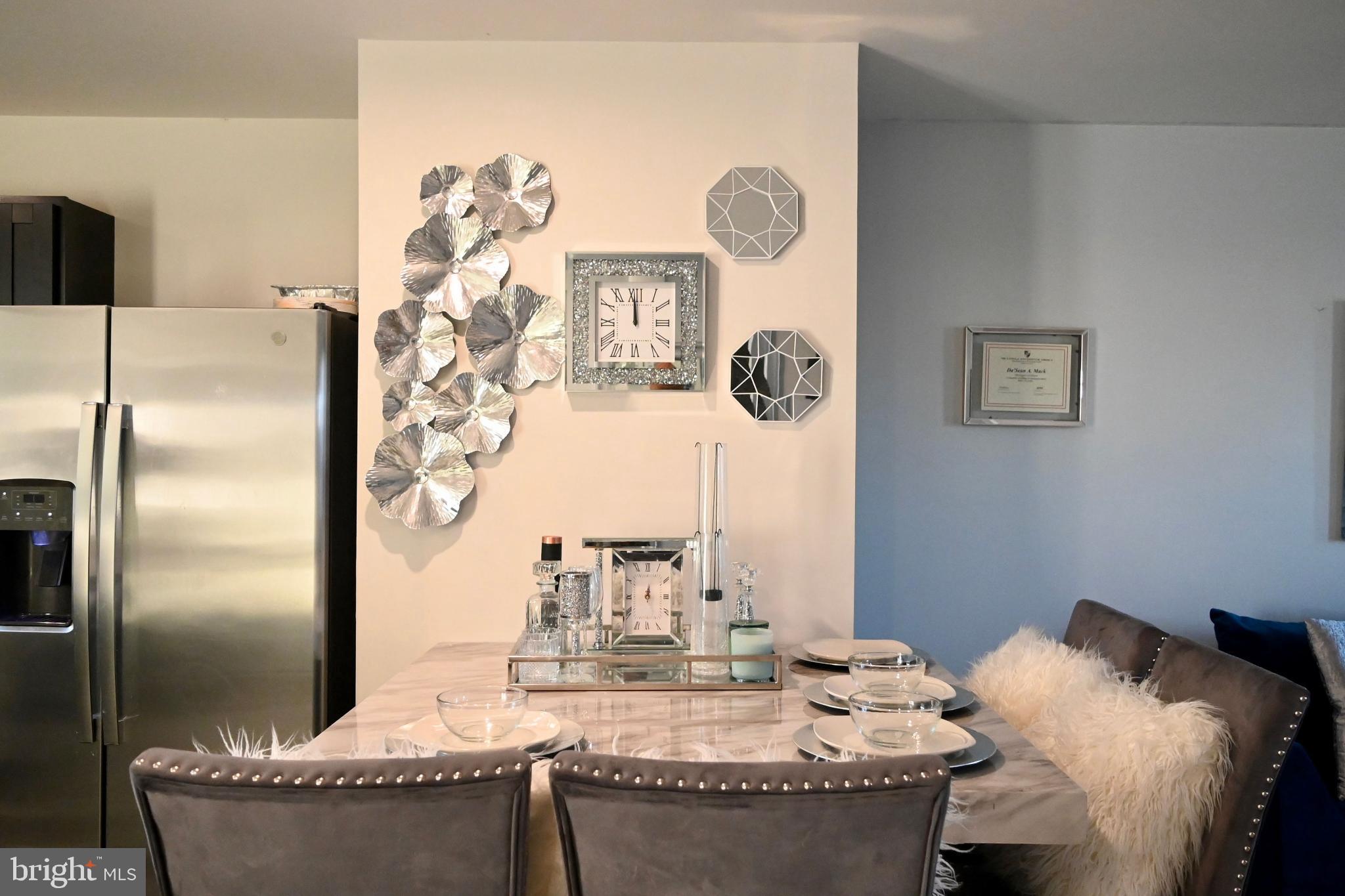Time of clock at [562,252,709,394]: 11:59
